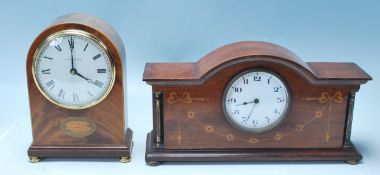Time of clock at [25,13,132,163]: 4:00
